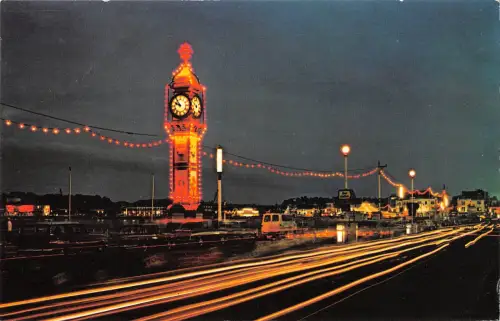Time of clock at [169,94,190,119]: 9:53
